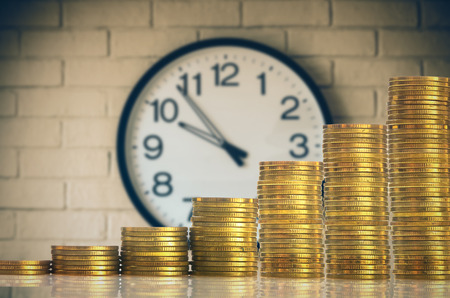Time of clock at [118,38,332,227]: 9:53
